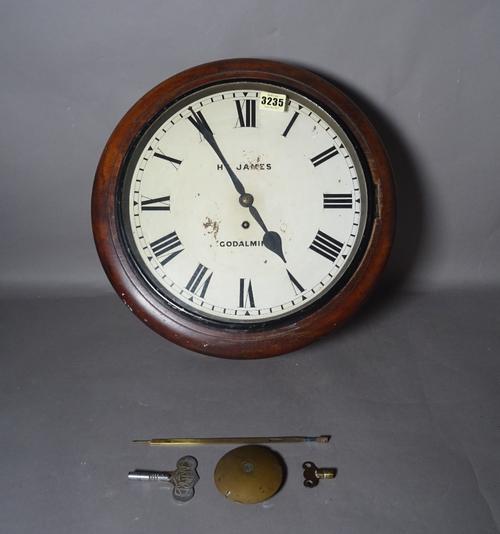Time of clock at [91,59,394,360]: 4:54
